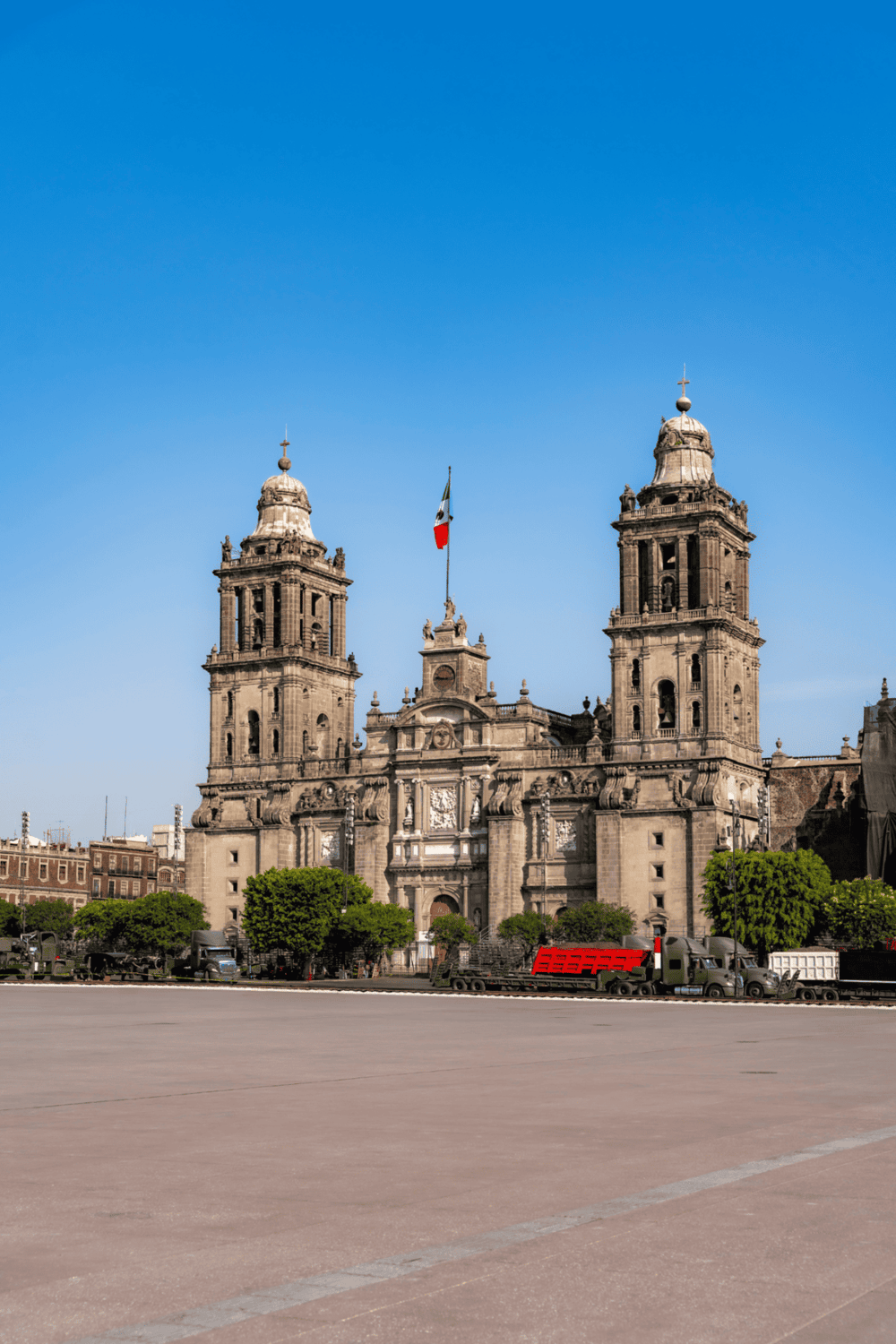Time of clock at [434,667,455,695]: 9:15
